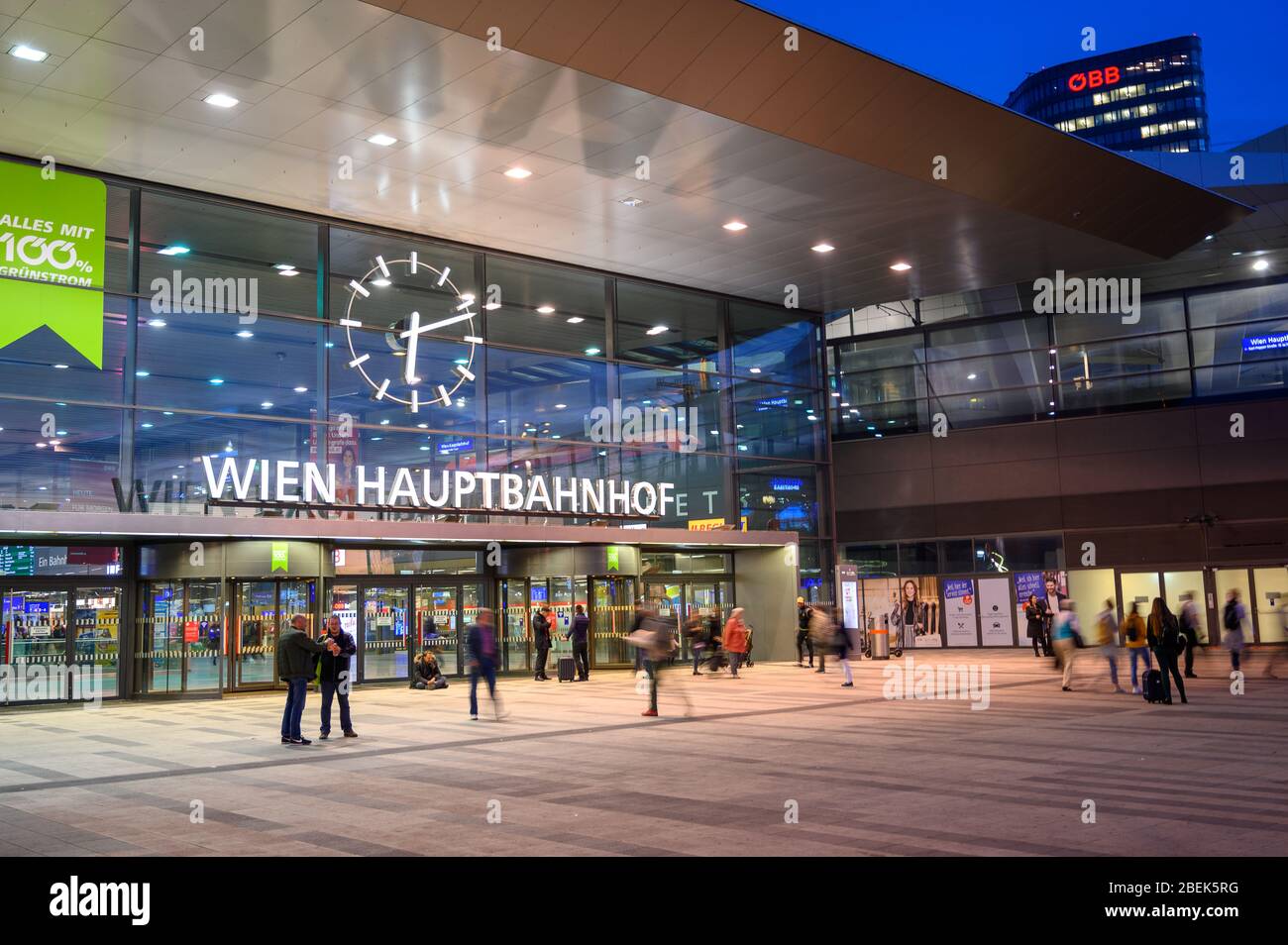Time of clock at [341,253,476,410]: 6:11
